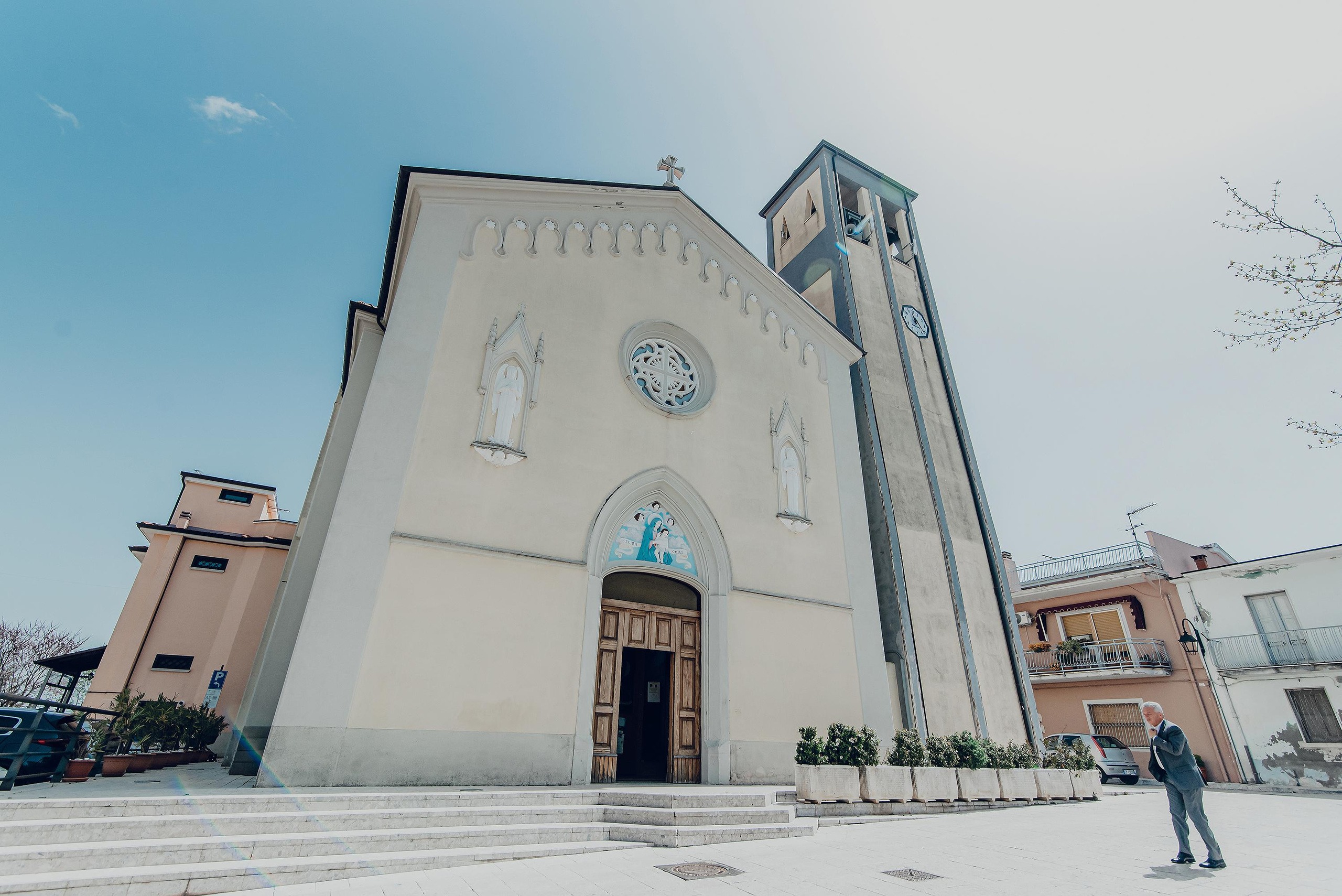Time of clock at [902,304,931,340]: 11:22
